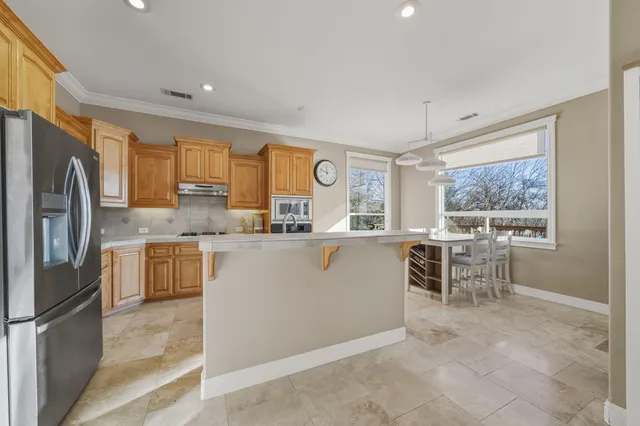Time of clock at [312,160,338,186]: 11:48
